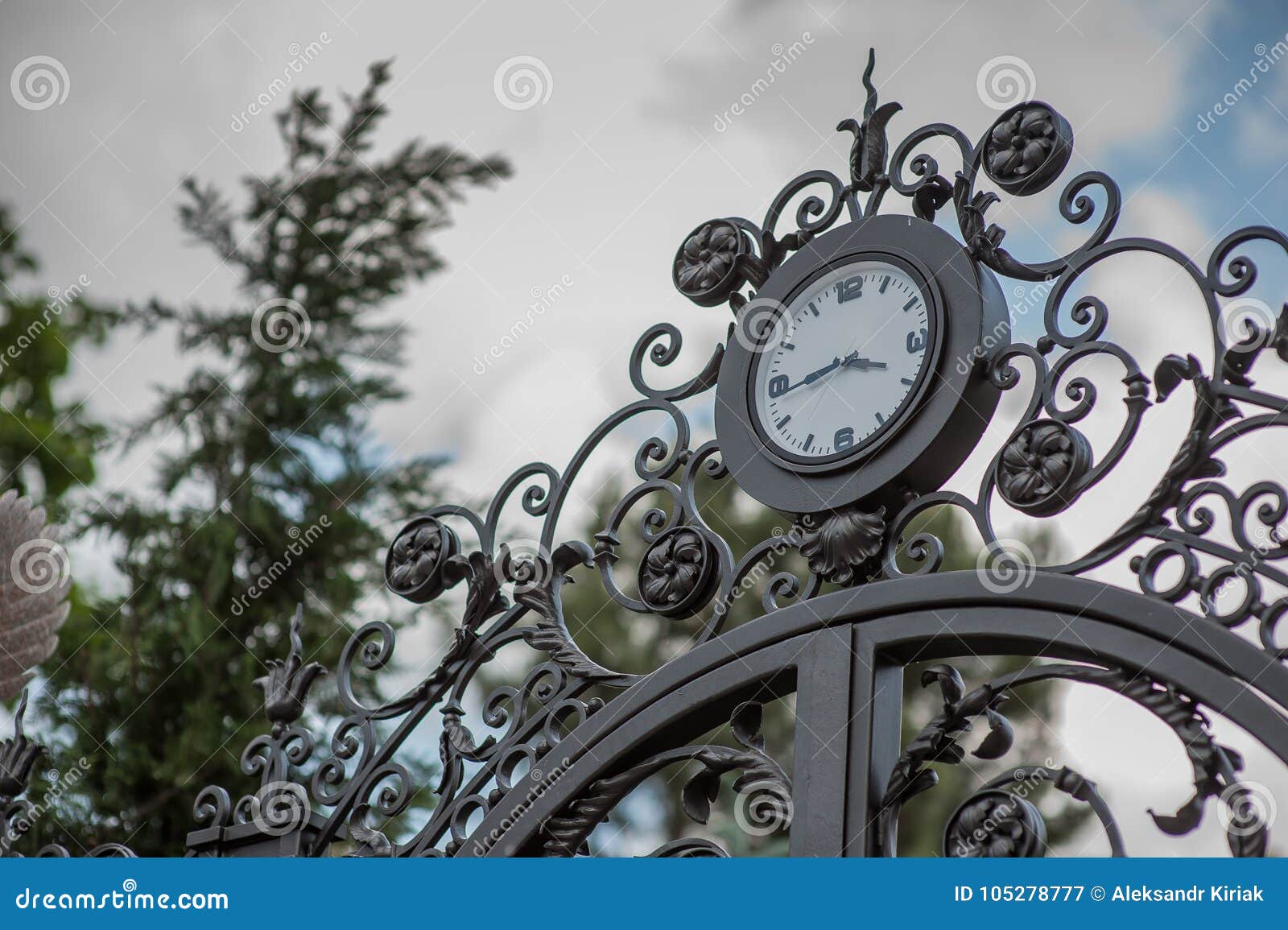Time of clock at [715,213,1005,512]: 3:43
